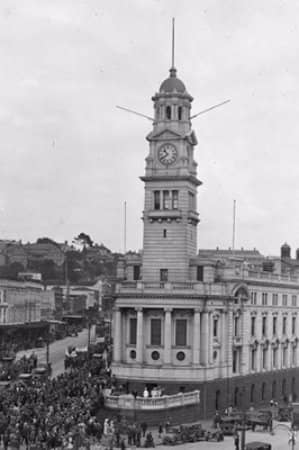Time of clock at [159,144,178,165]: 10:39
